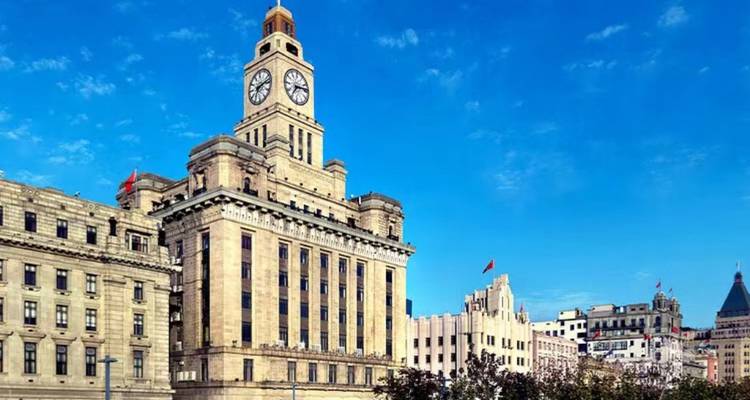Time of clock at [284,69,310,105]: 7:13
